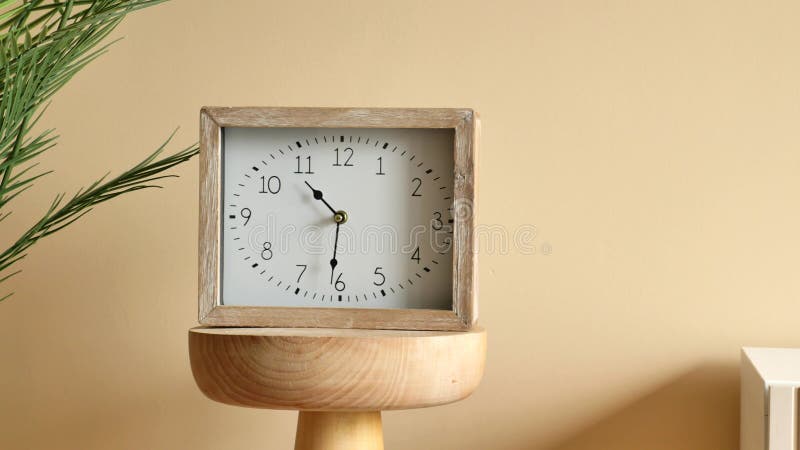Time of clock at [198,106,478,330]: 10:31
